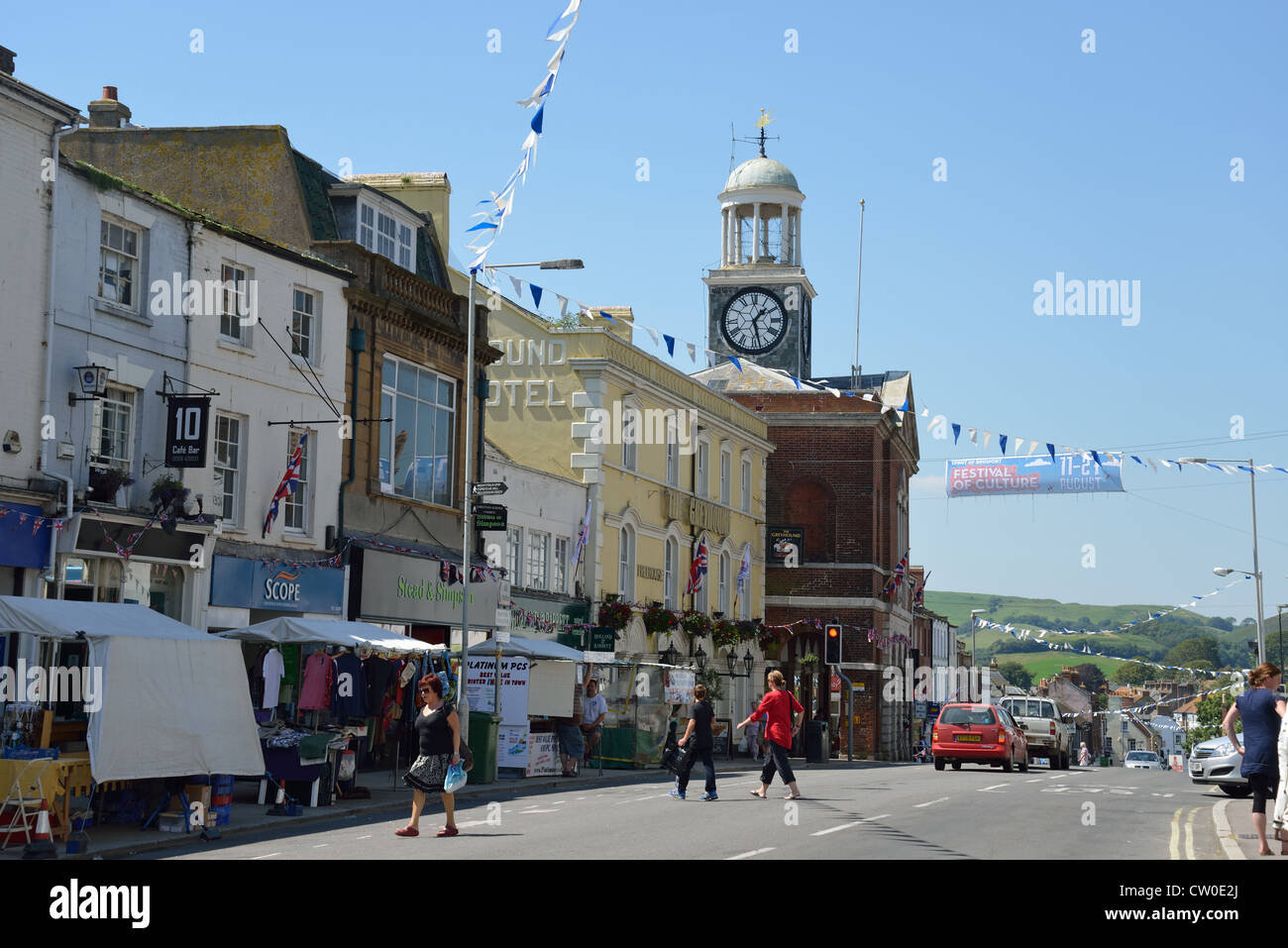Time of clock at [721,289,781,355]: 1:27
